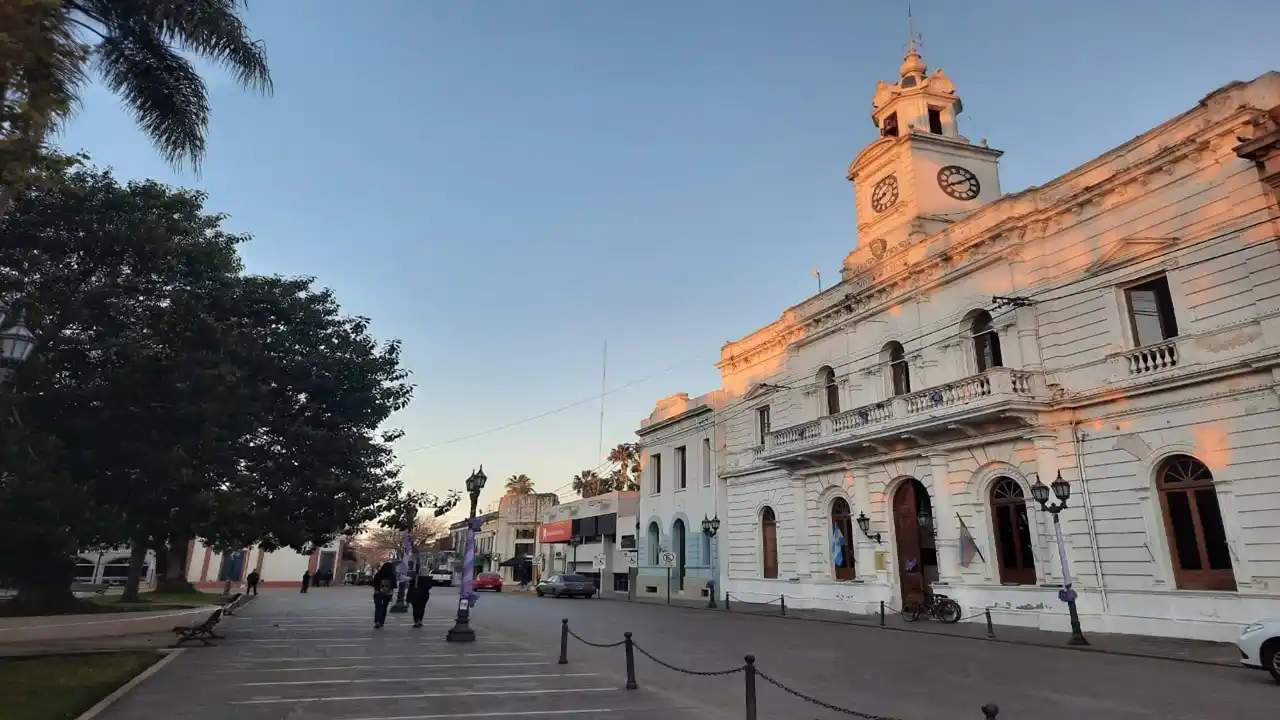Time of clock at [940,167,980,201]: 8:09
